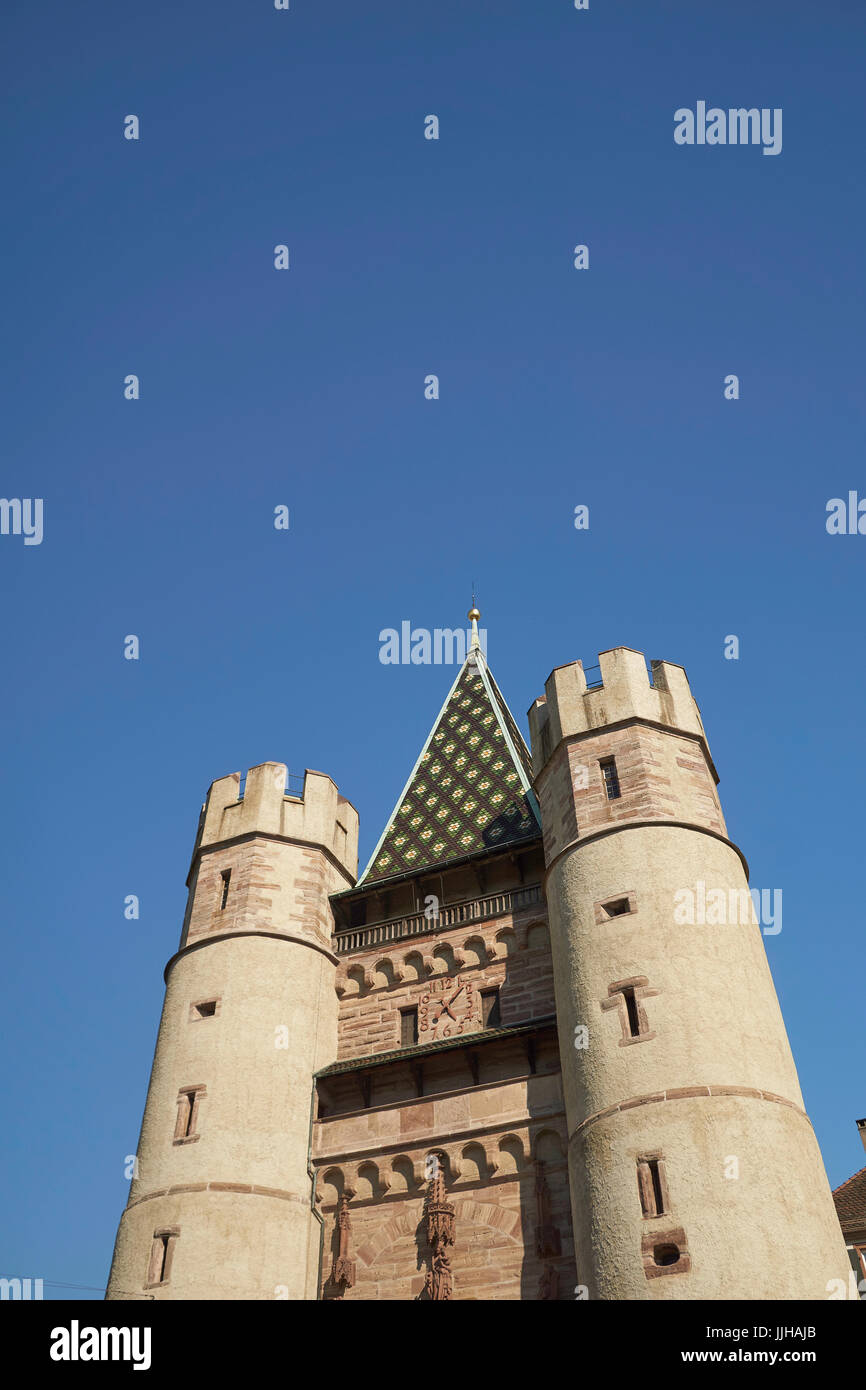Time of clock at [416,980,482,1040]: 5:07
